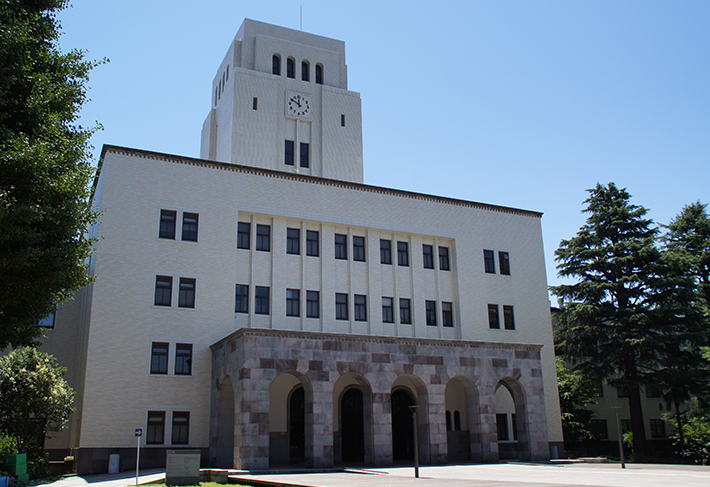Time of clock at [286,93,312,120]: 11:50
